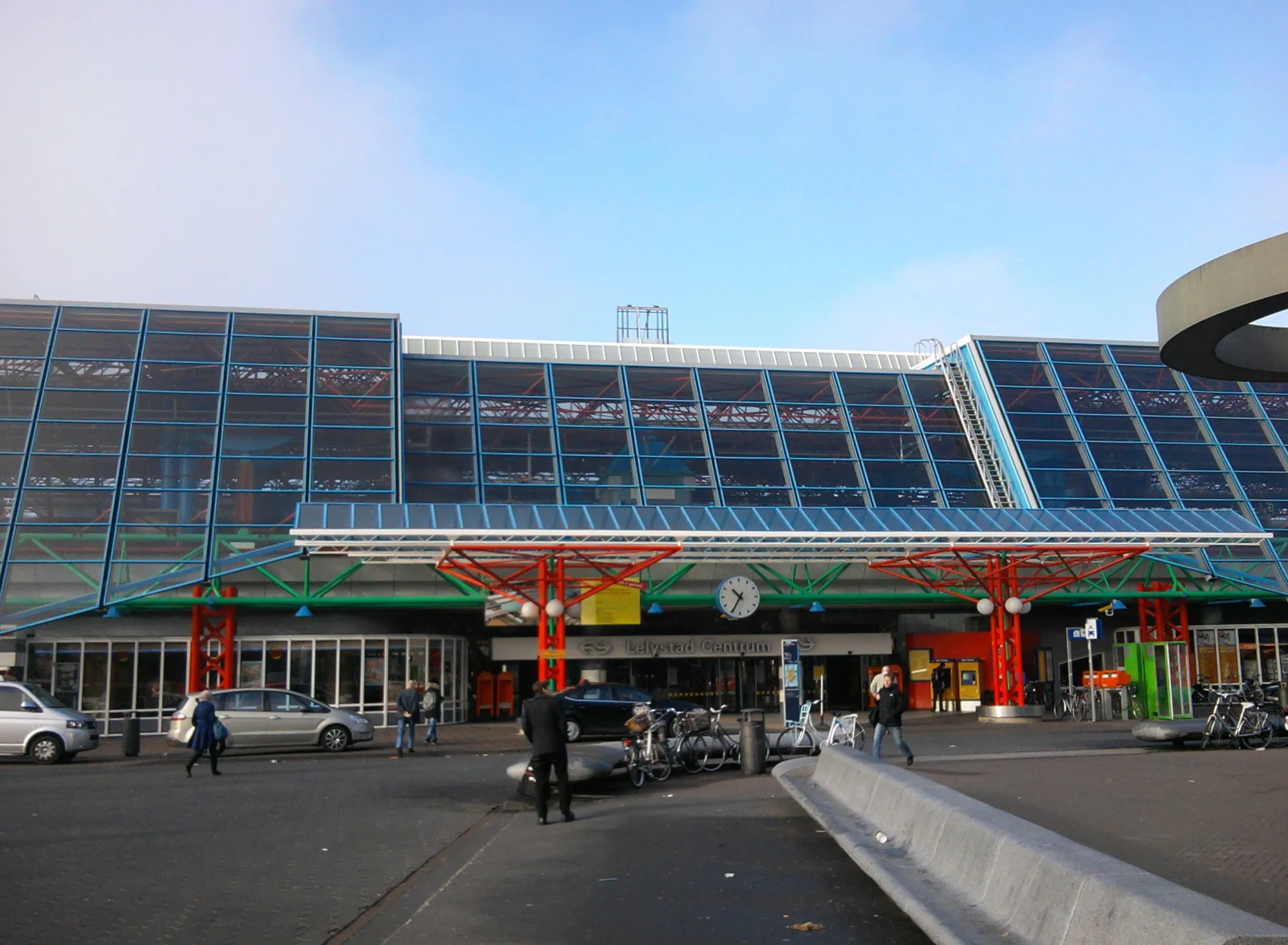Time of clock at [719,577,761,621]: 10:34
